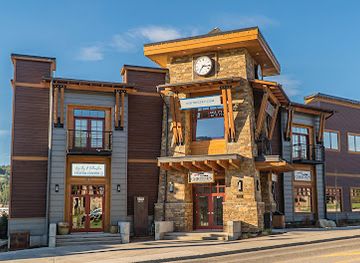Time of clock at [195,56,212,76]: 7:15
